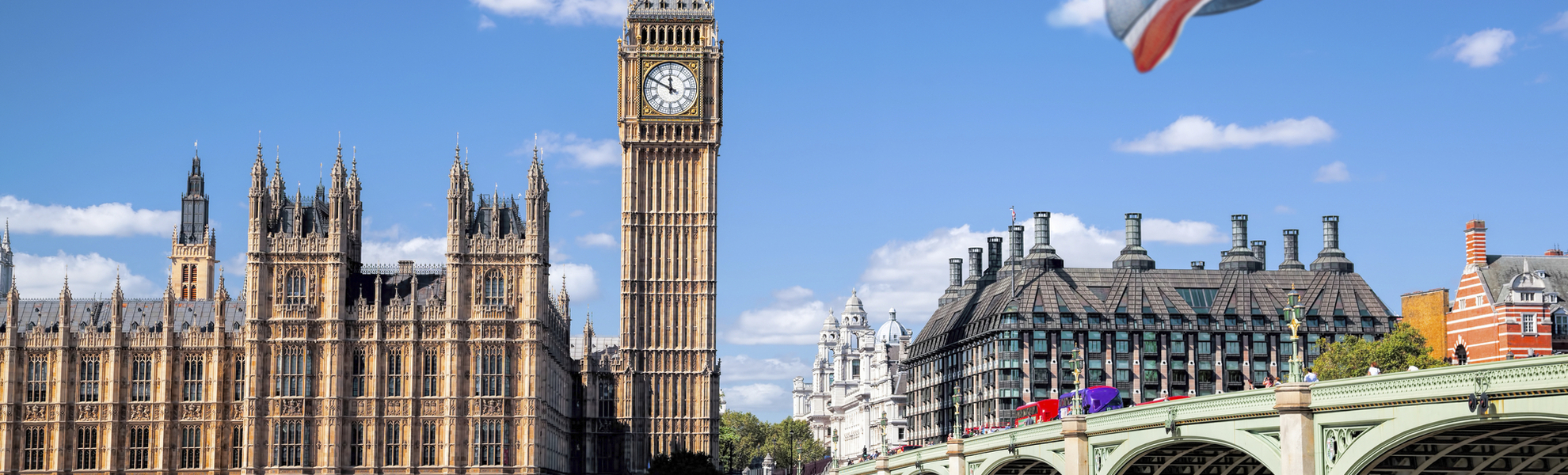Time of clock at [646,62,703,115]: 11:49
